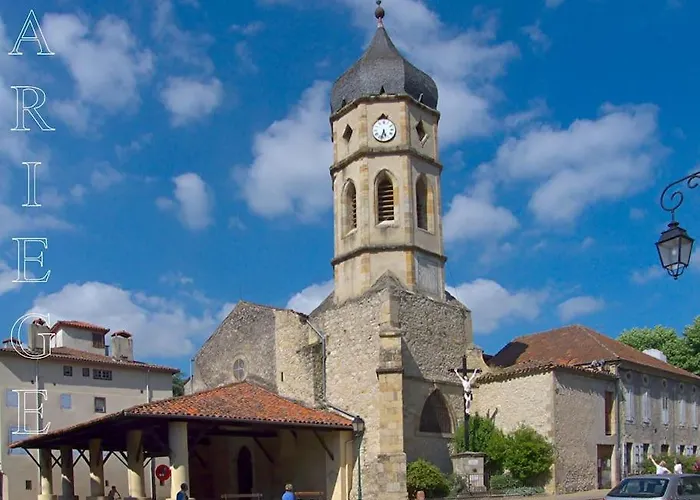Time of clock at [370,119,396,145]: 5:32
